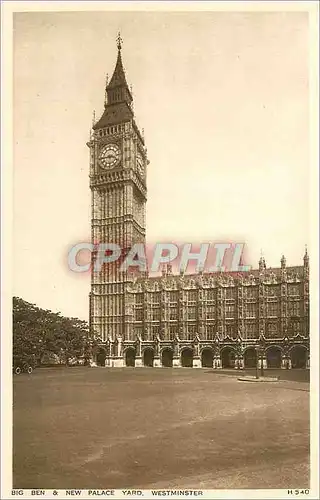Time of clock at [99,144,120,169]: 3:43
